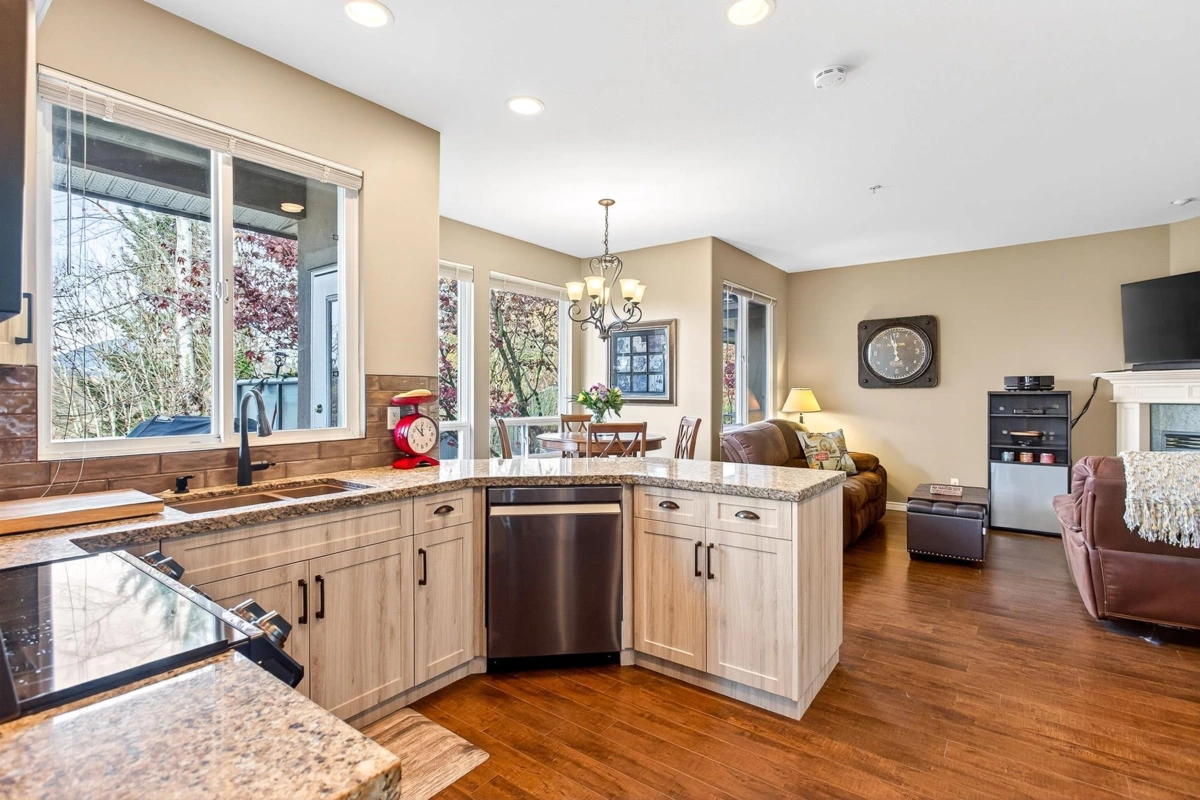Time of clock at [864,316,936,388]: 11:57
